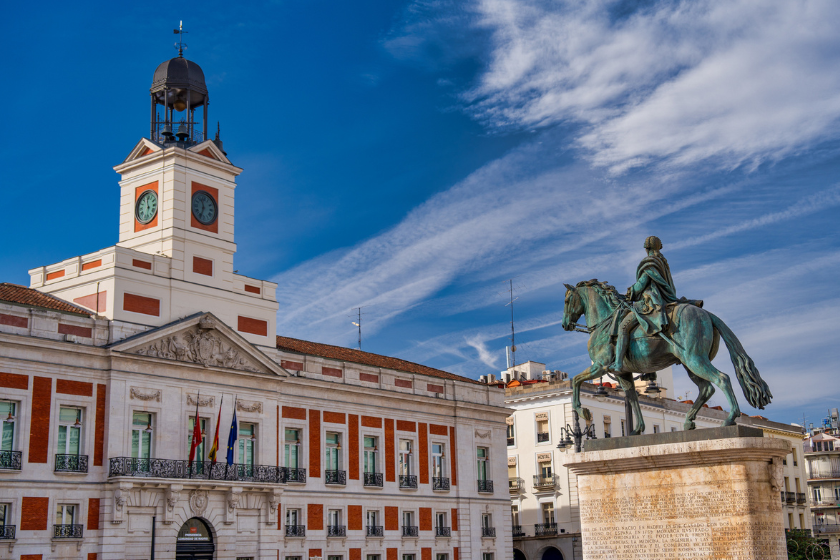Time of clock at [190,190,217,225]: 11:33
